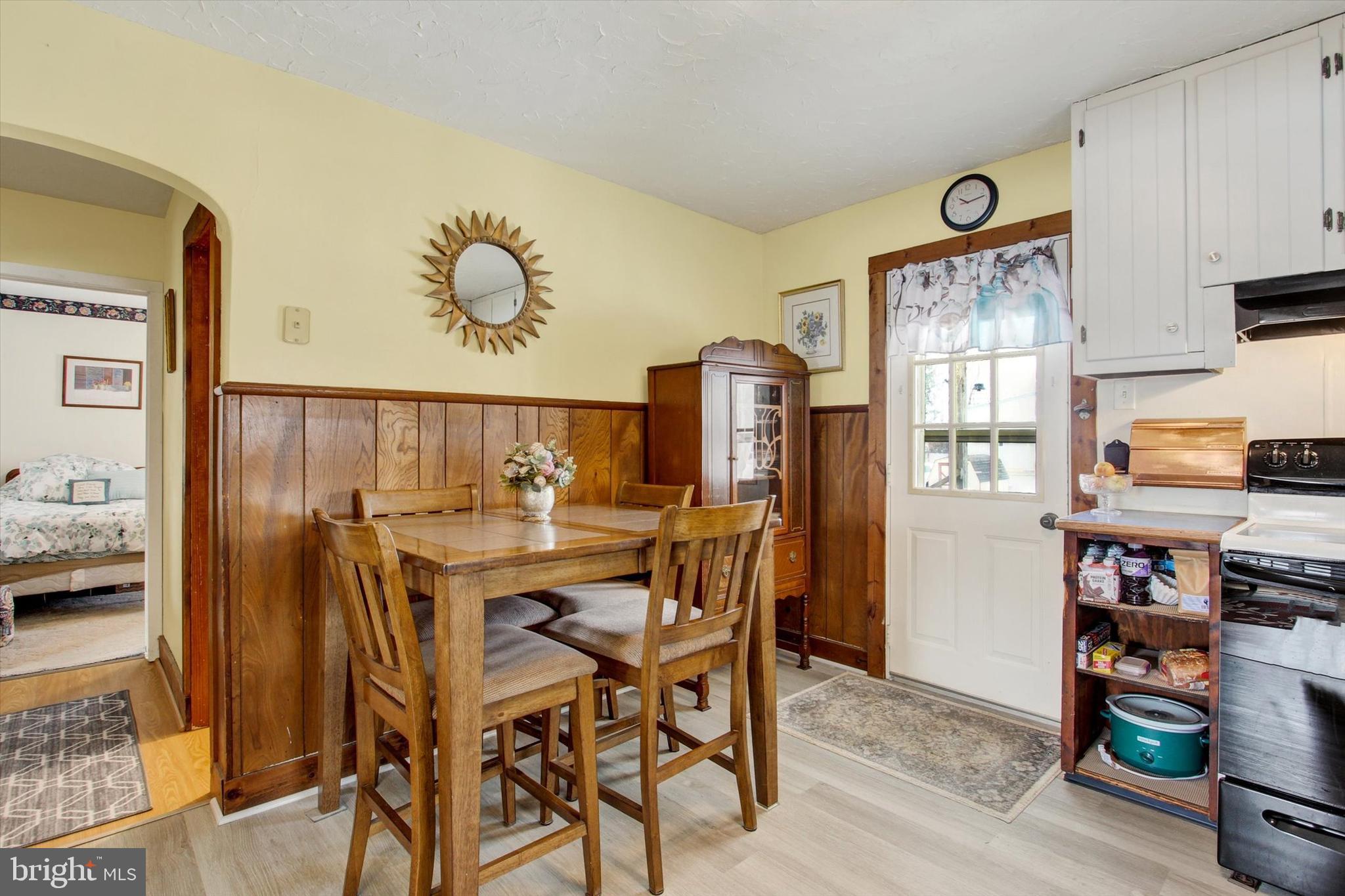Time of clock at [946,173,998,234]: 10:13
